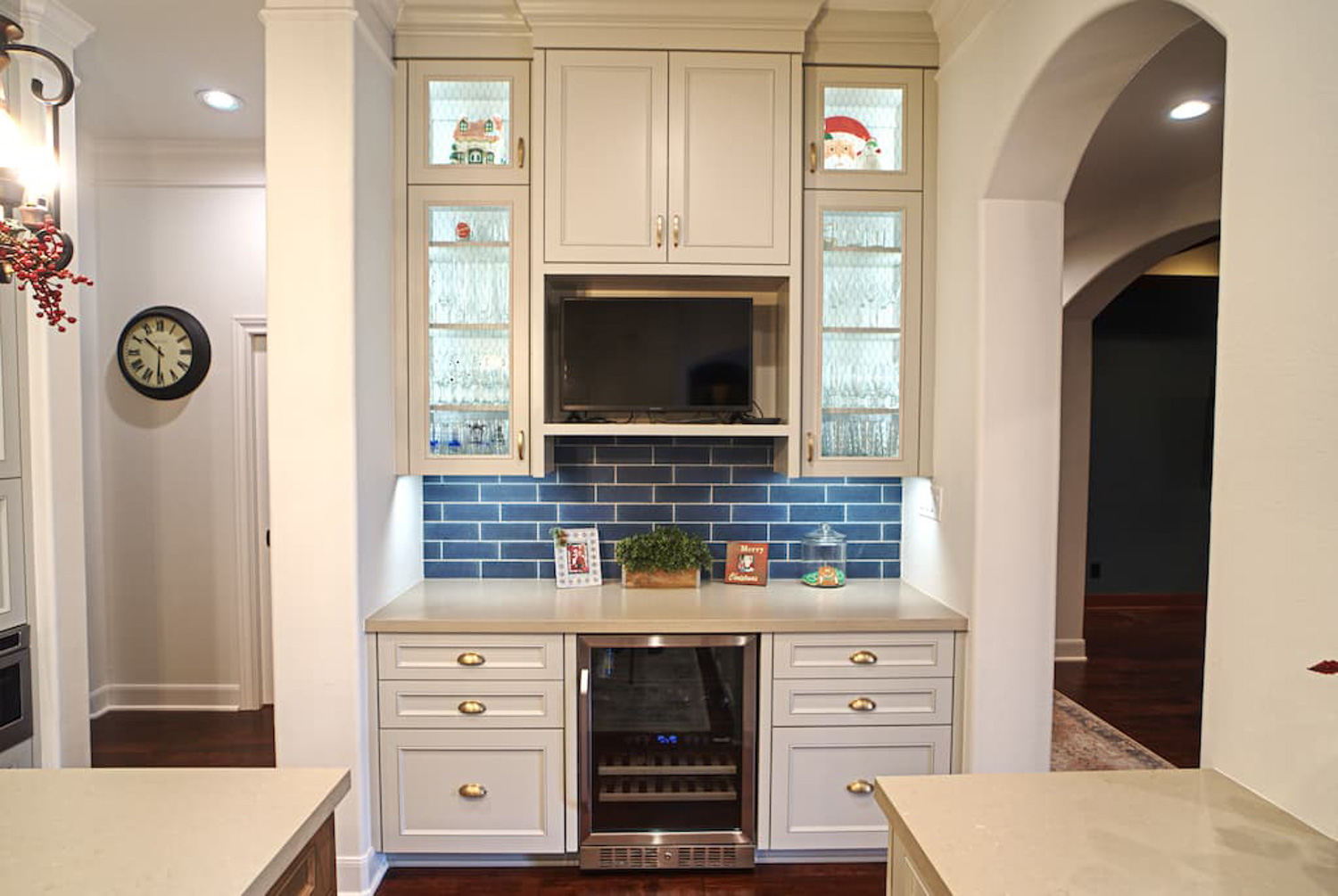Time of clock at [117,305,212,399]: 10:30
